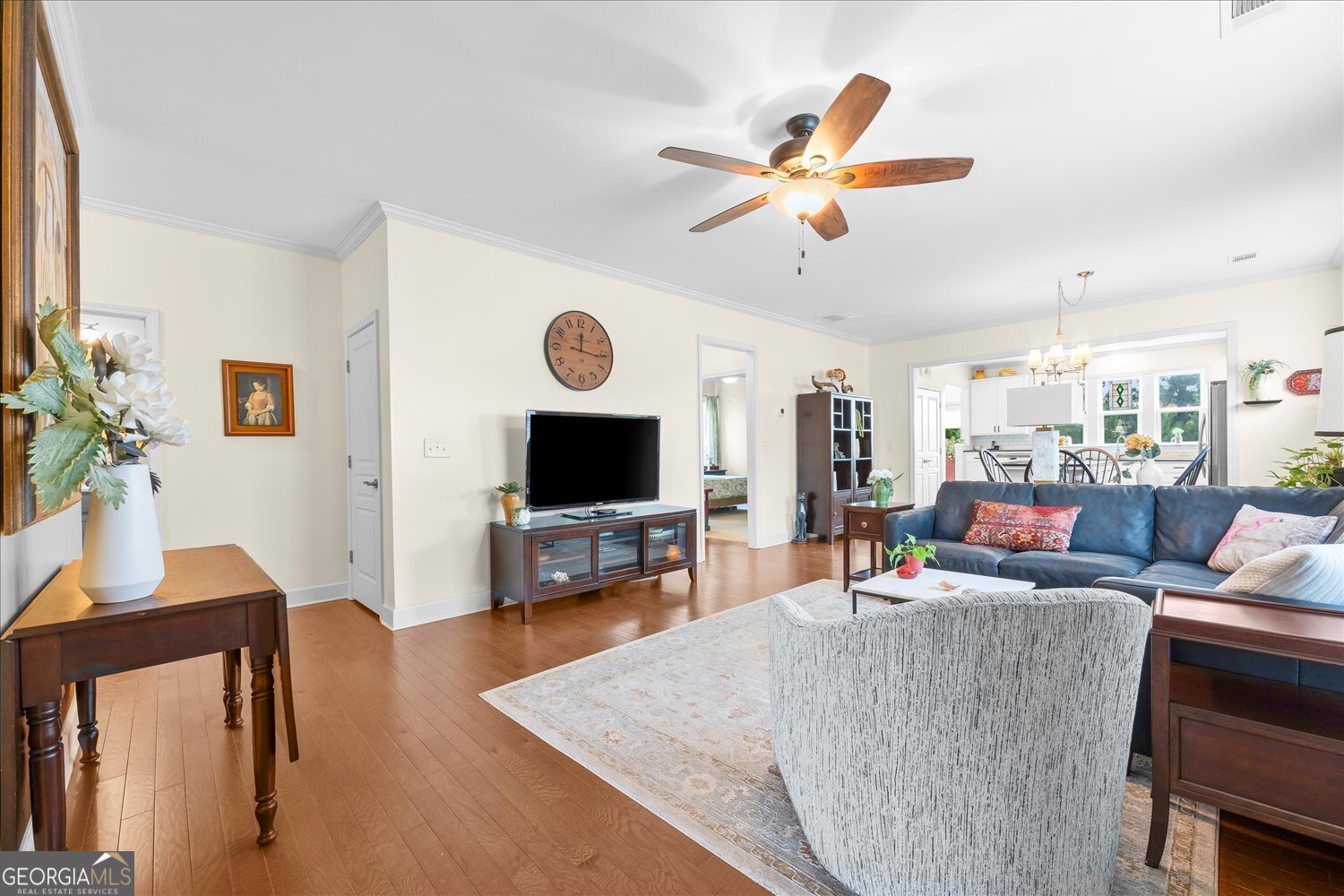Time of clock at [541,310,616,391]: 12:16
